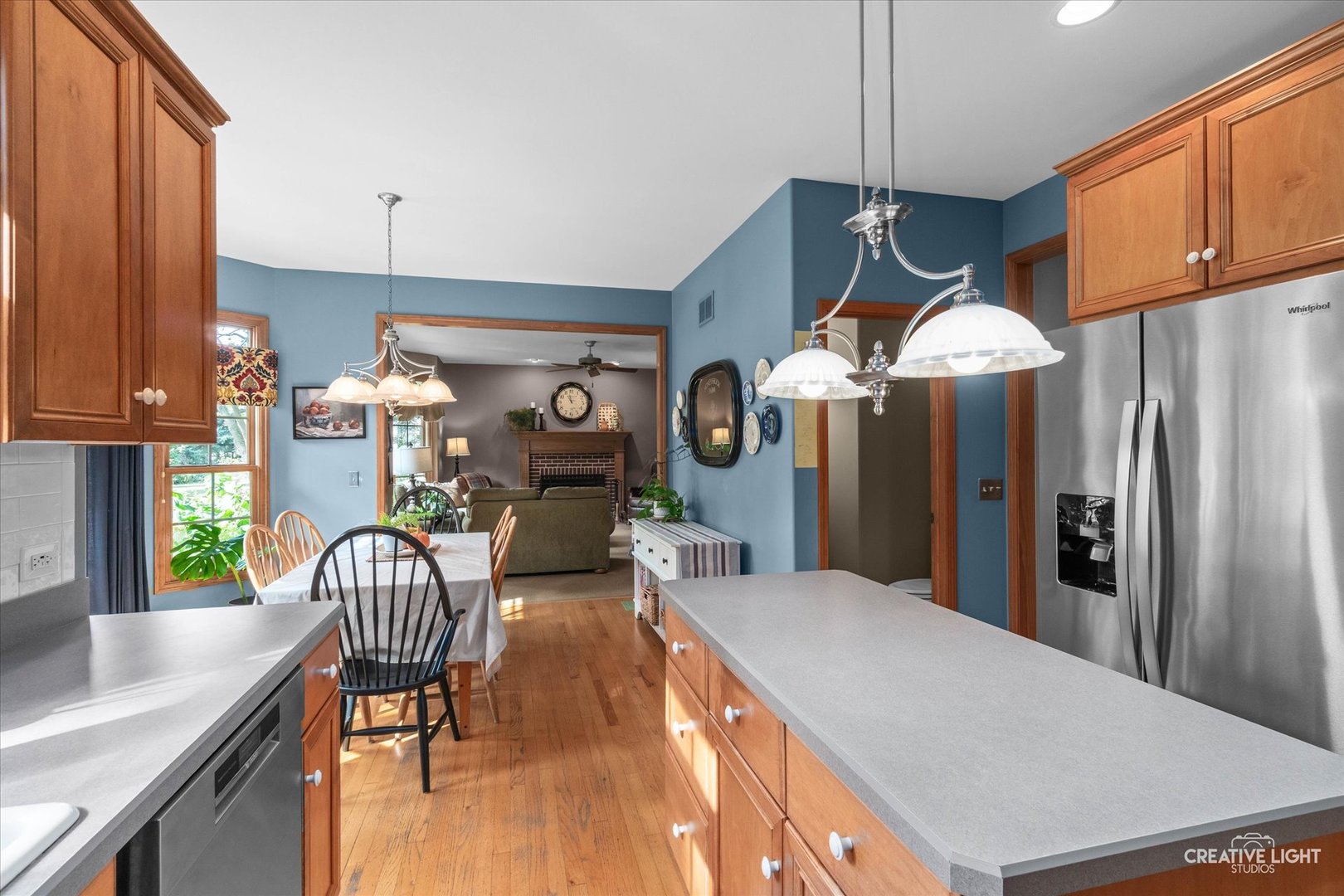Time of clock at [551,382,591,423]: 10:58
